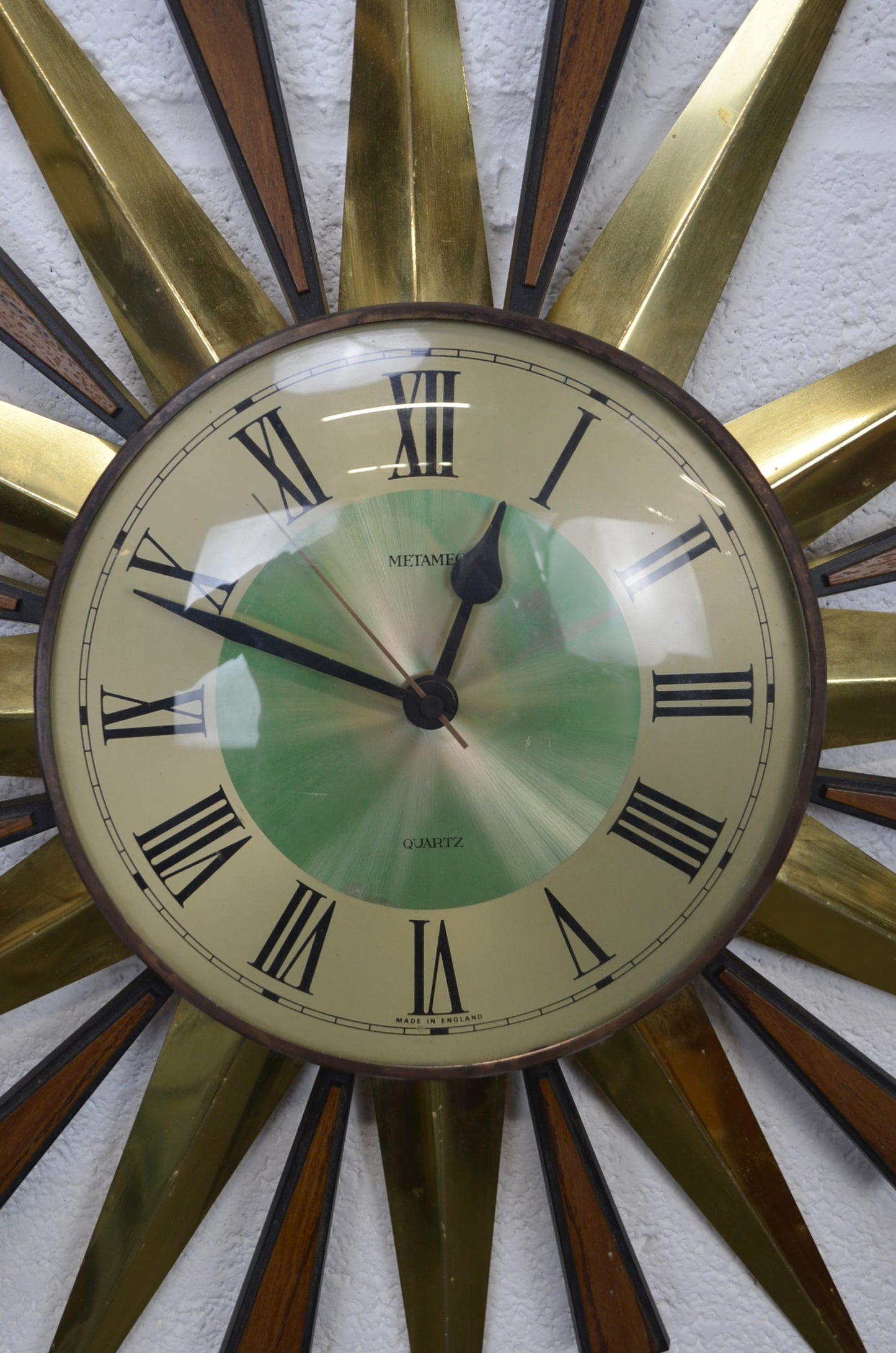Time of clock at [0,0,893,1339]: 12:48
